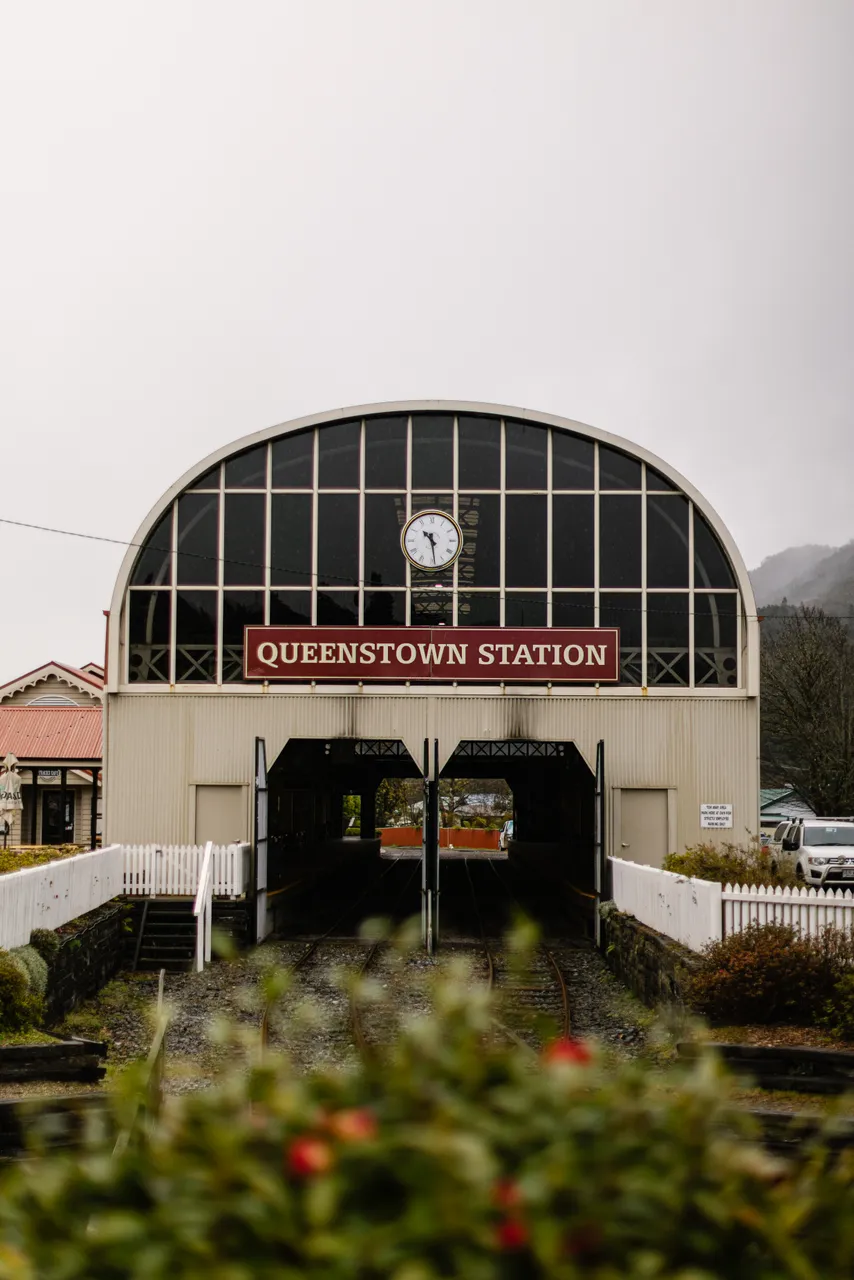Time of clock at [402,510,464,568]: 10:28
